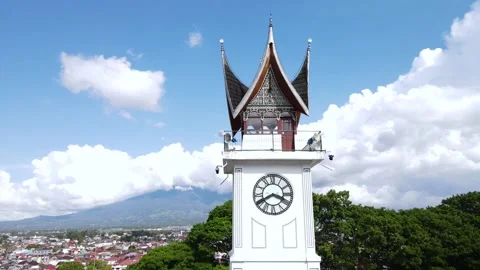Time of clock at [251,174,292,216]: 3:40
